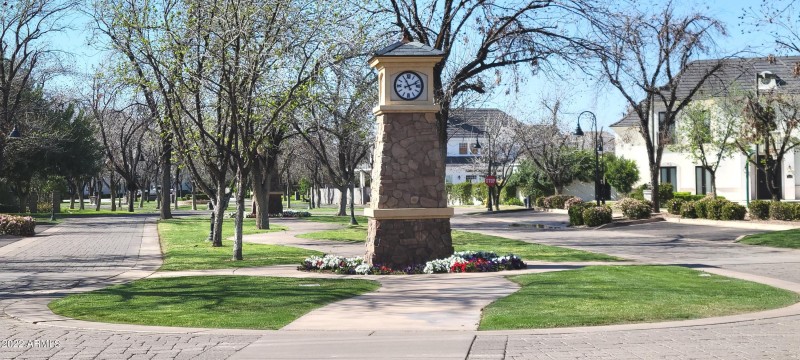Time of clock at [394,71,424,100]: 11:11
